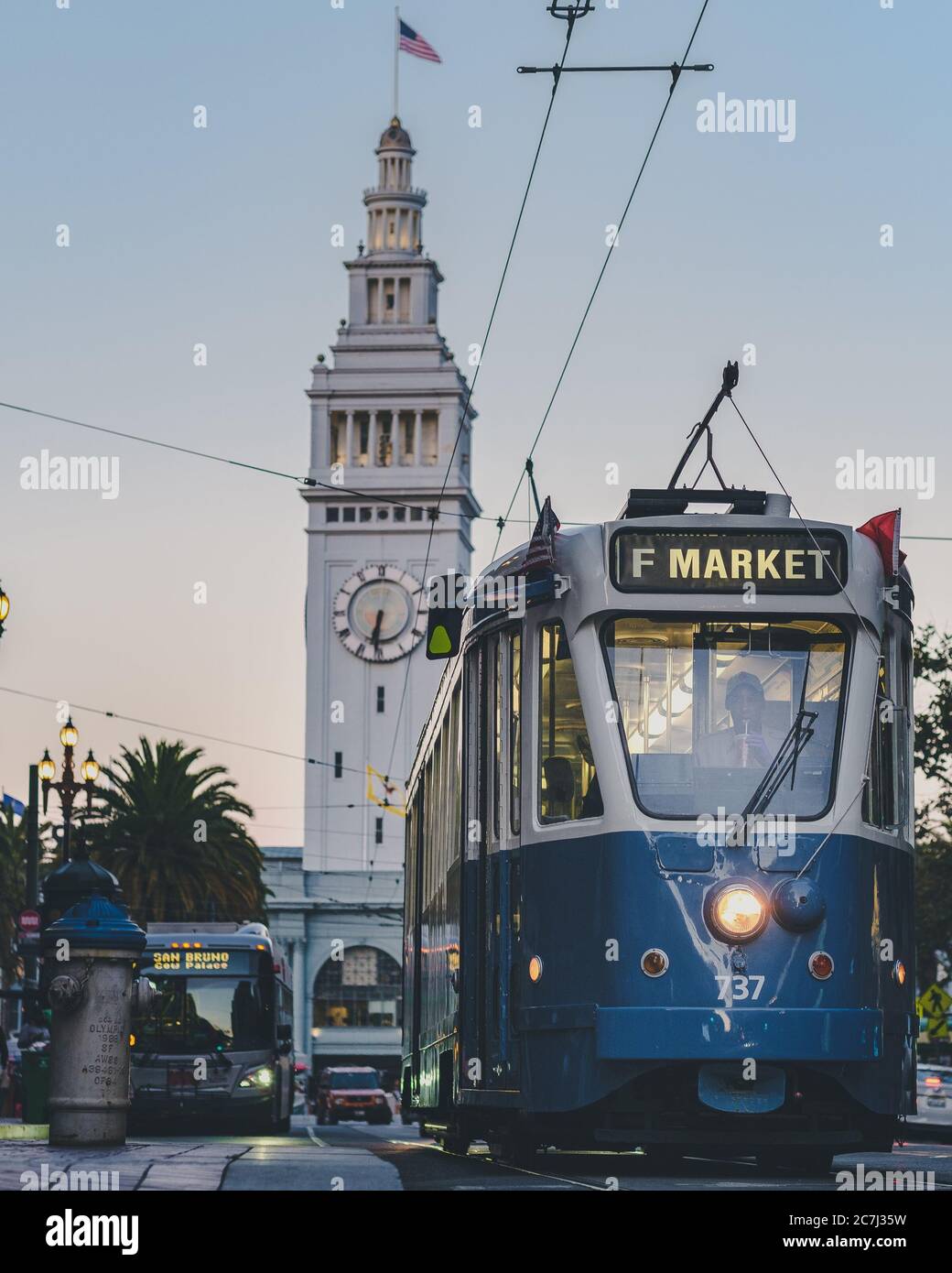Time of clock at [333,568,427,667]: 6:31
